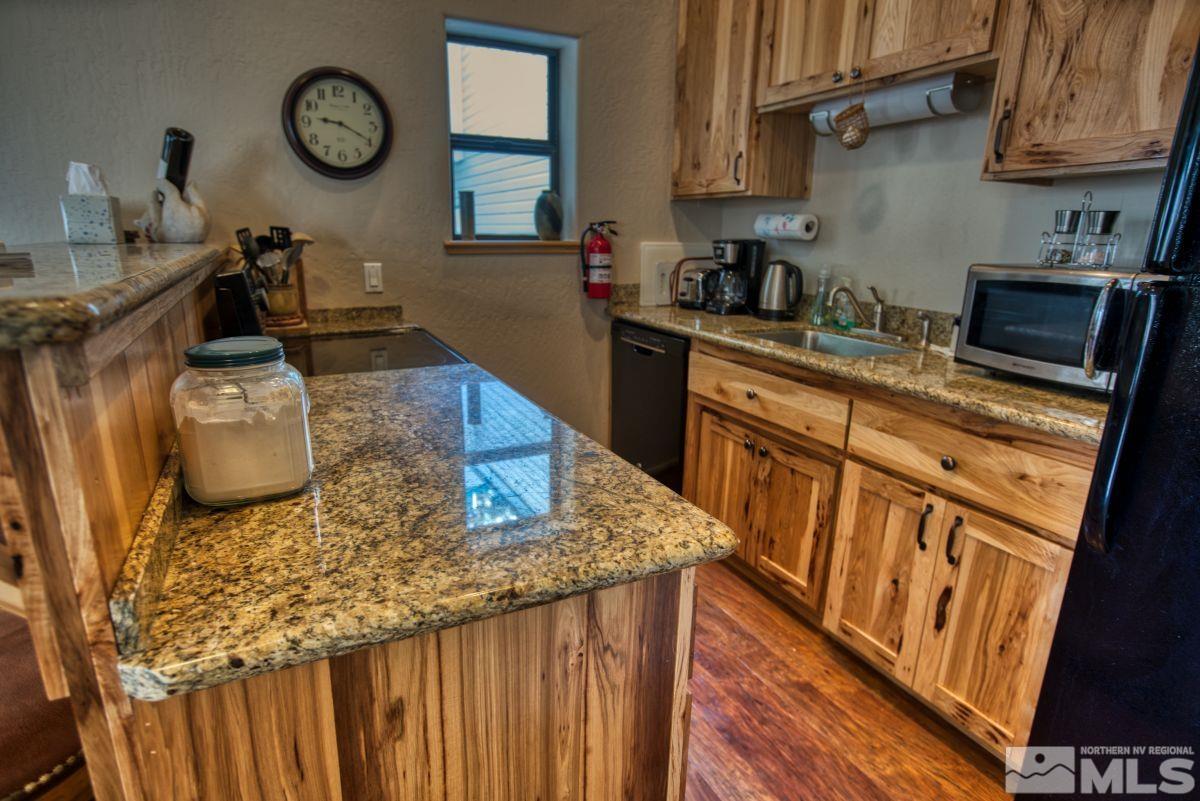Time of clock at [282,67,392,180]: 9:19
